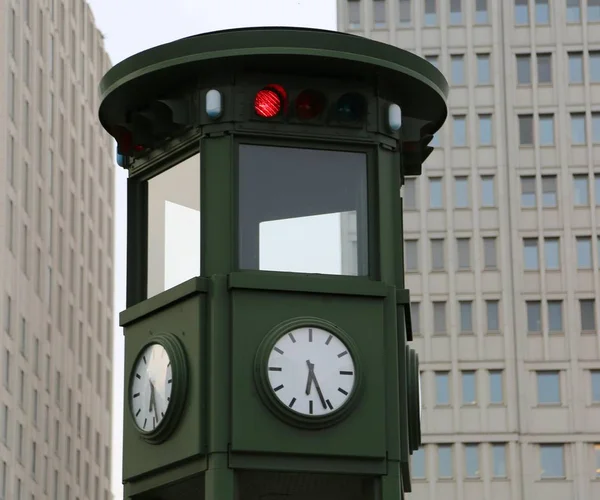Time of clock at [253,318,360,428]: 6:26
